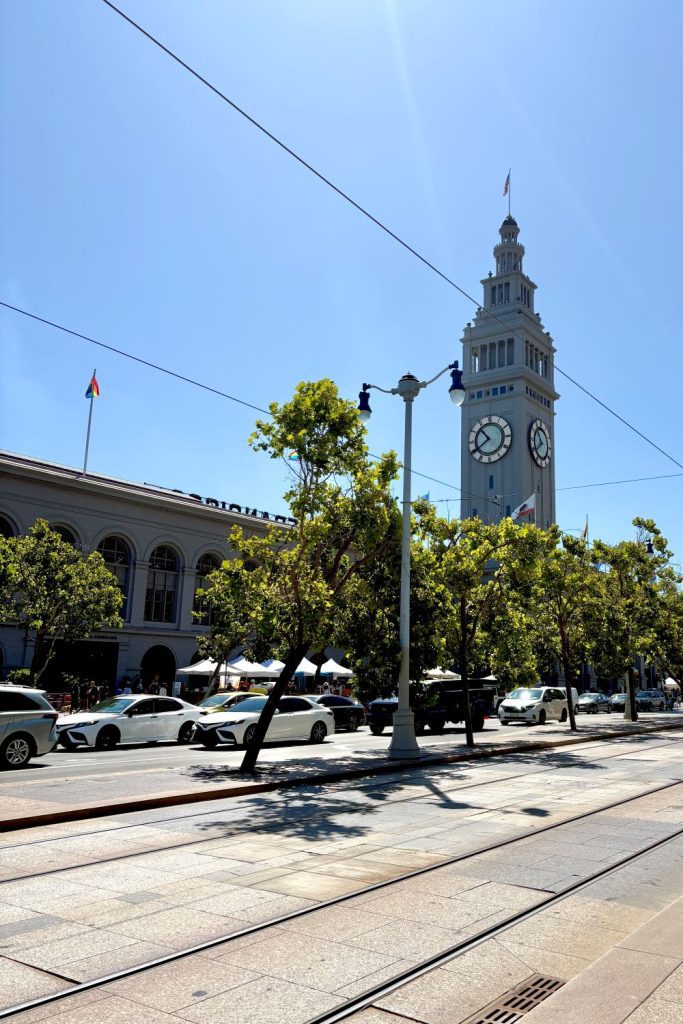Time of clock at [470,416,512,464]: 10:39
